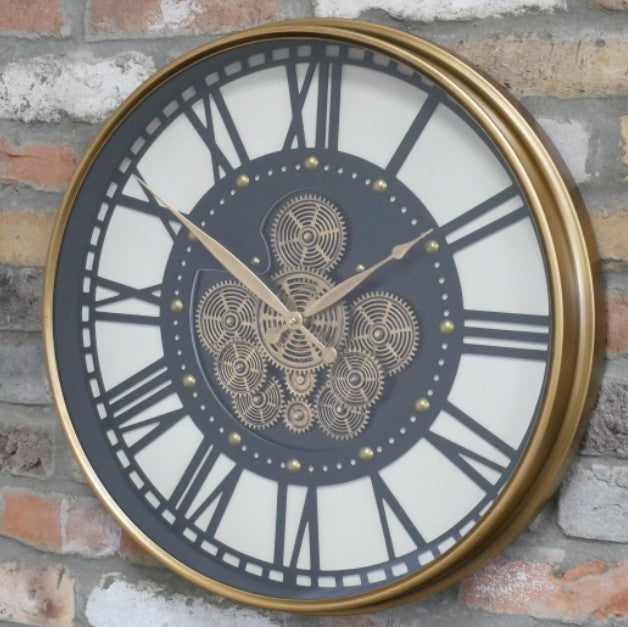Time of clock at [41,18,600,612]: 1:50
